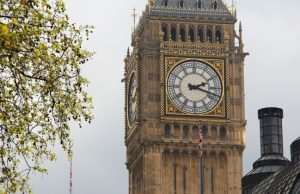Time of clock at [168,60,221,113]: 2:18
